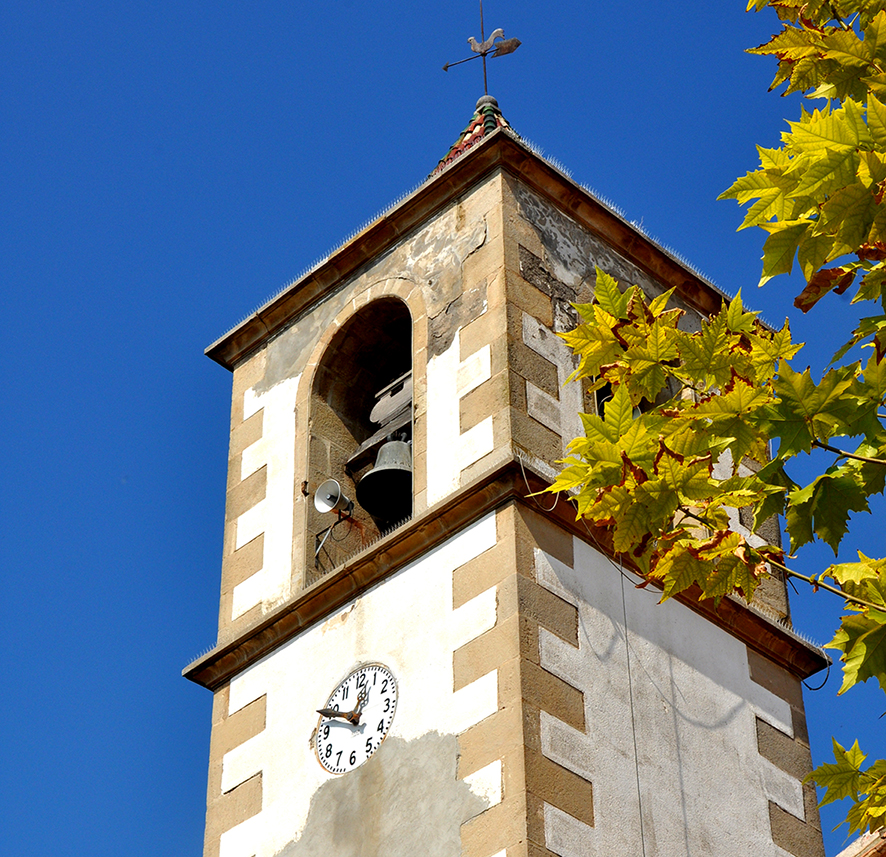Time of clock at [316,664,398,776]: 12:49
